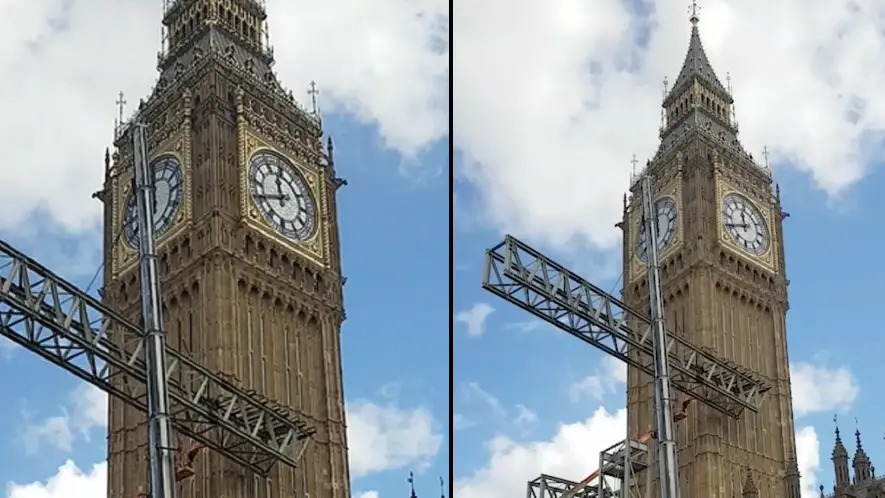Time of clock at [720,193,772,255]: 11:40
